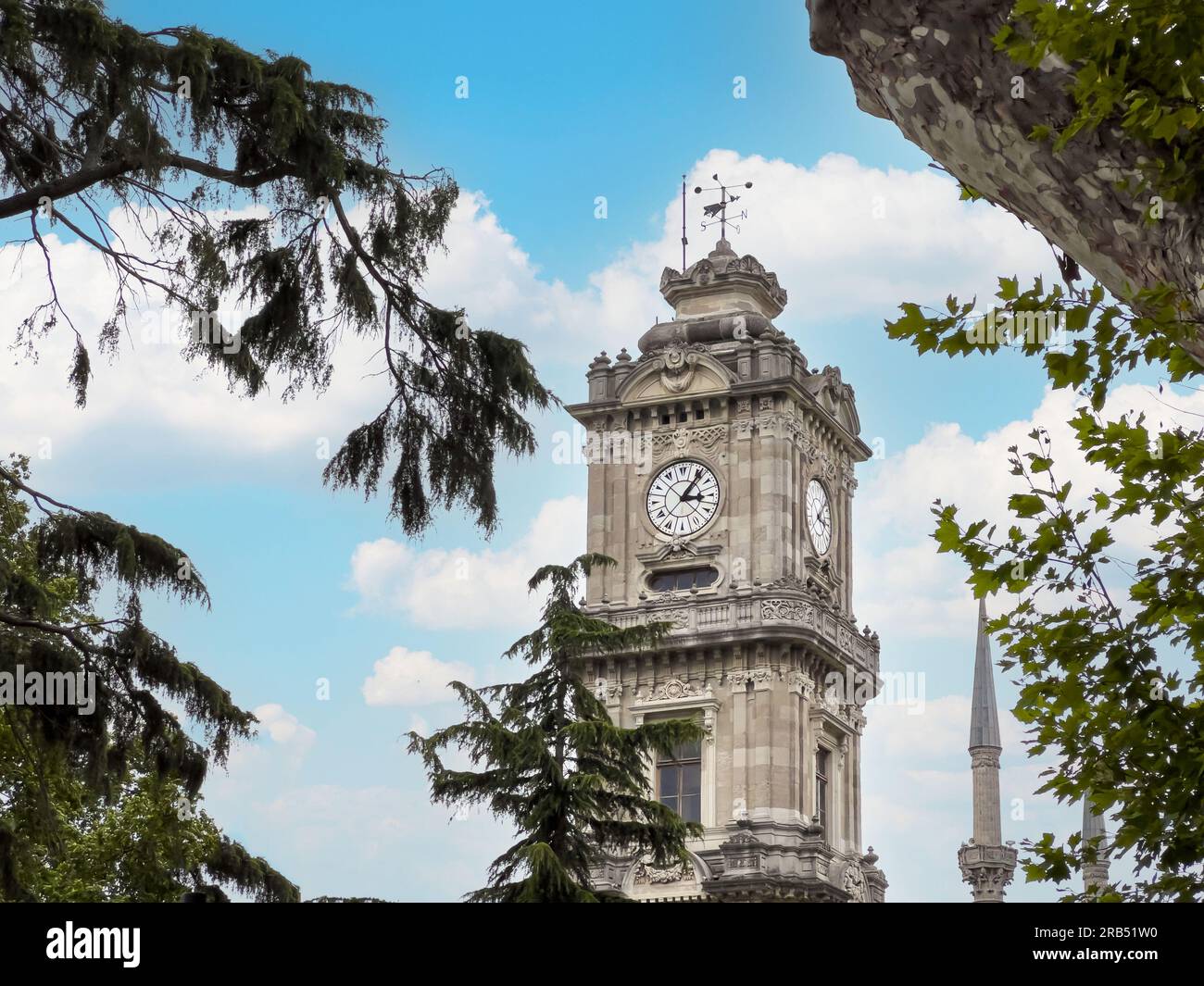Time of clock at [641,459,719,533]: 3:06
